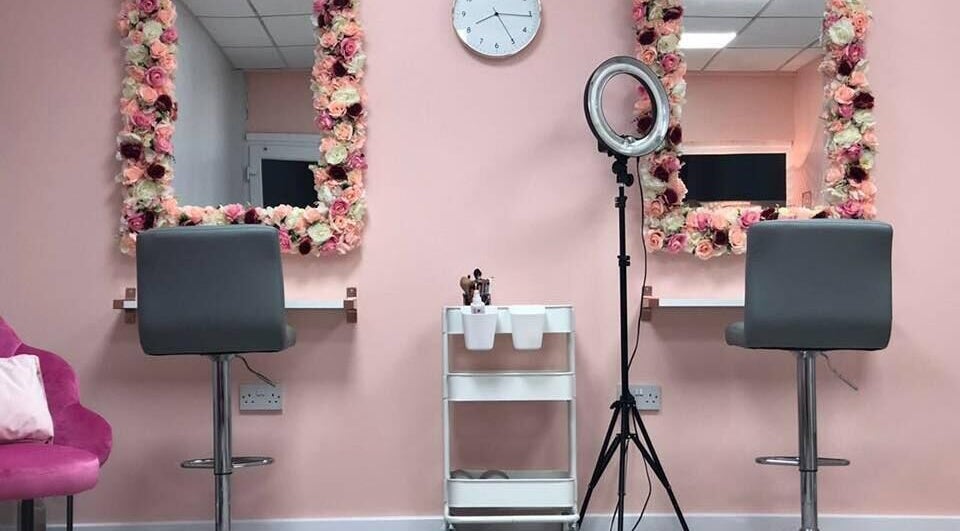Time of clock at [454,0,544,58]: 8:15
